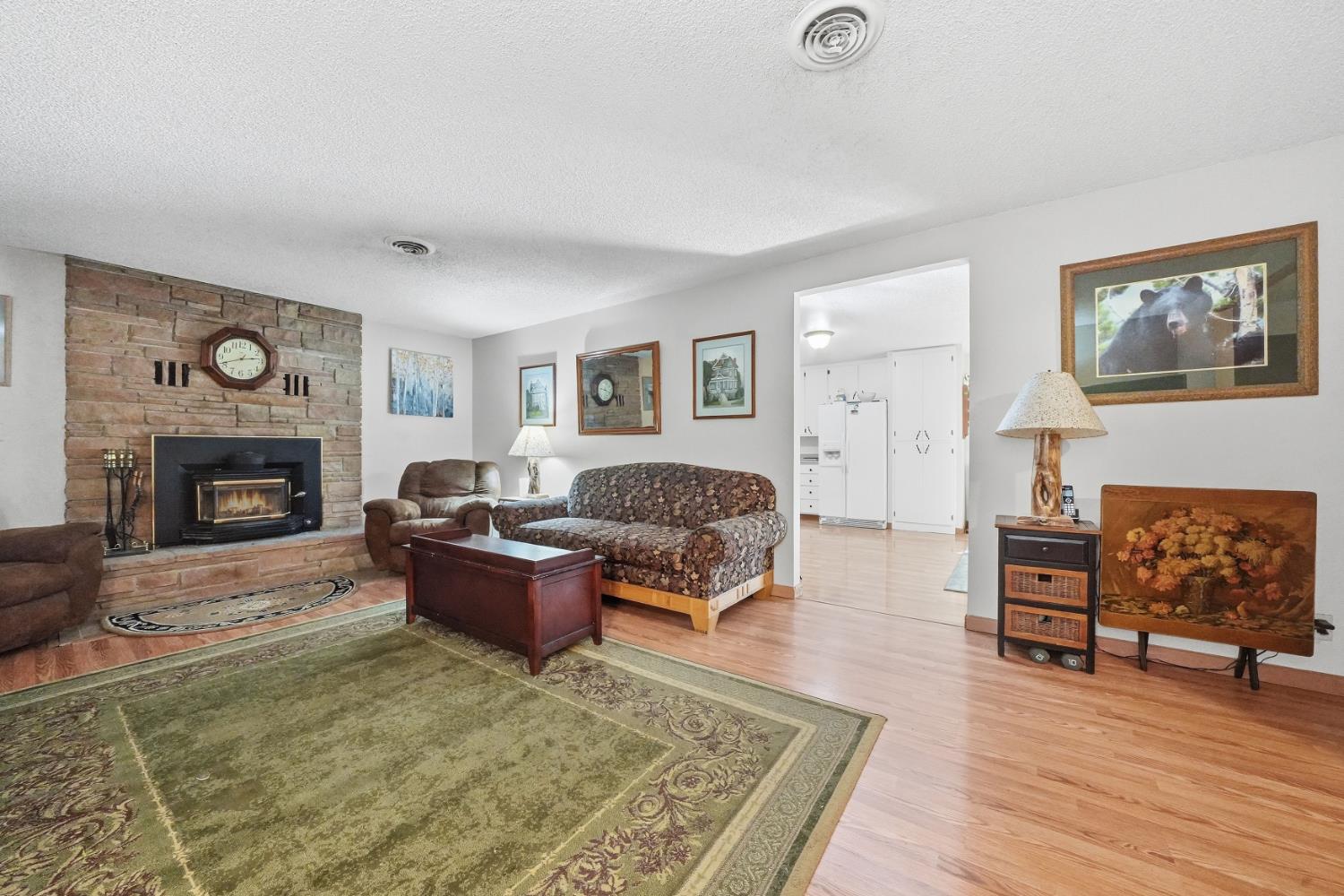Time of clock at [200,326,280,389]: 2:41
